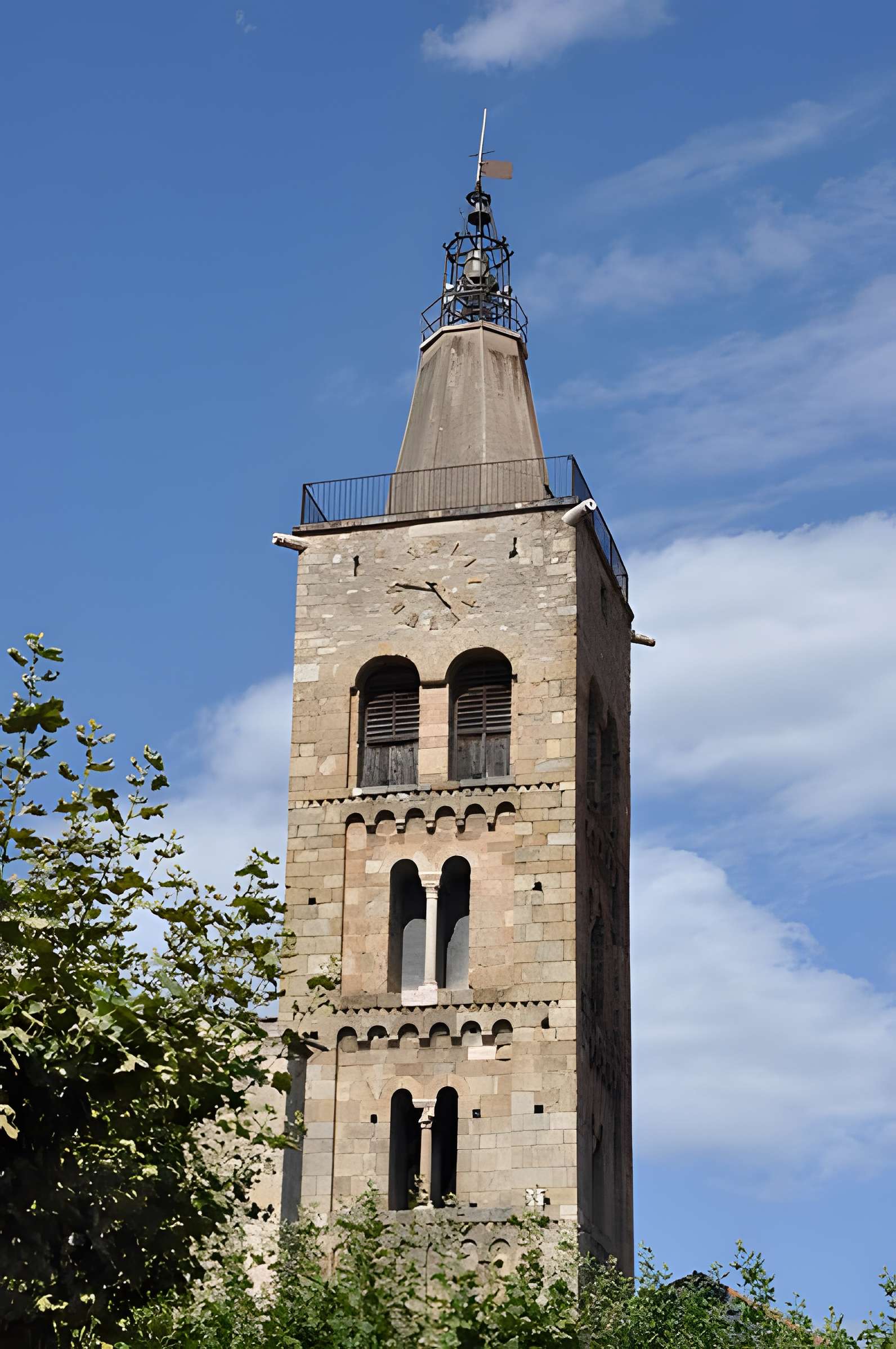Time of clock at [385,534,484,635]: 4:46
